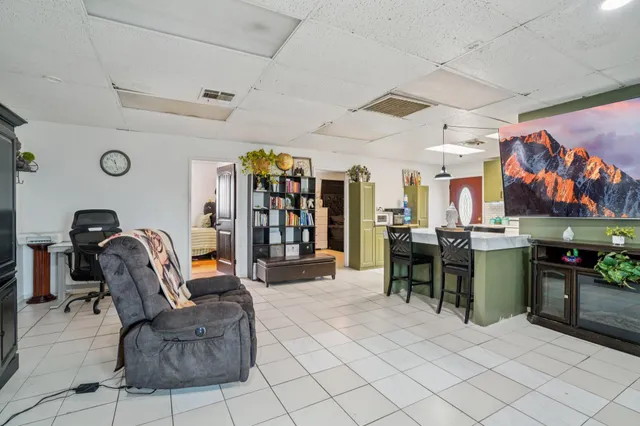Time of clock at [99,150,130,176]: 10:27
